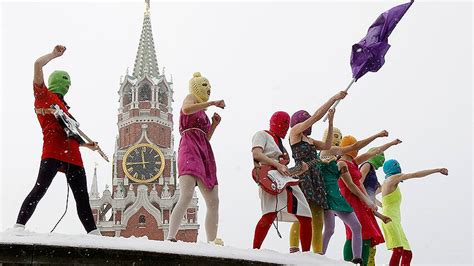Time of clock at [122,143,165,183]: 11:44
